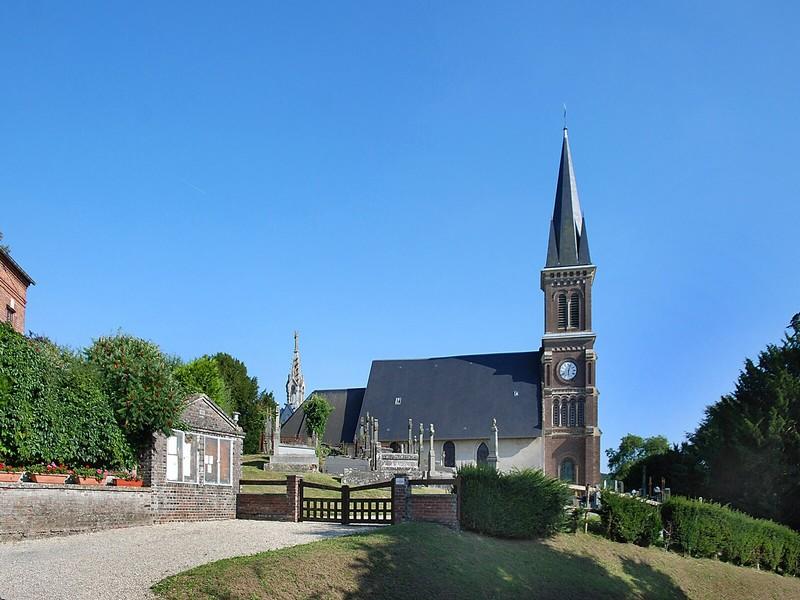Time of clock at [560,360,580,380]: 6:03
